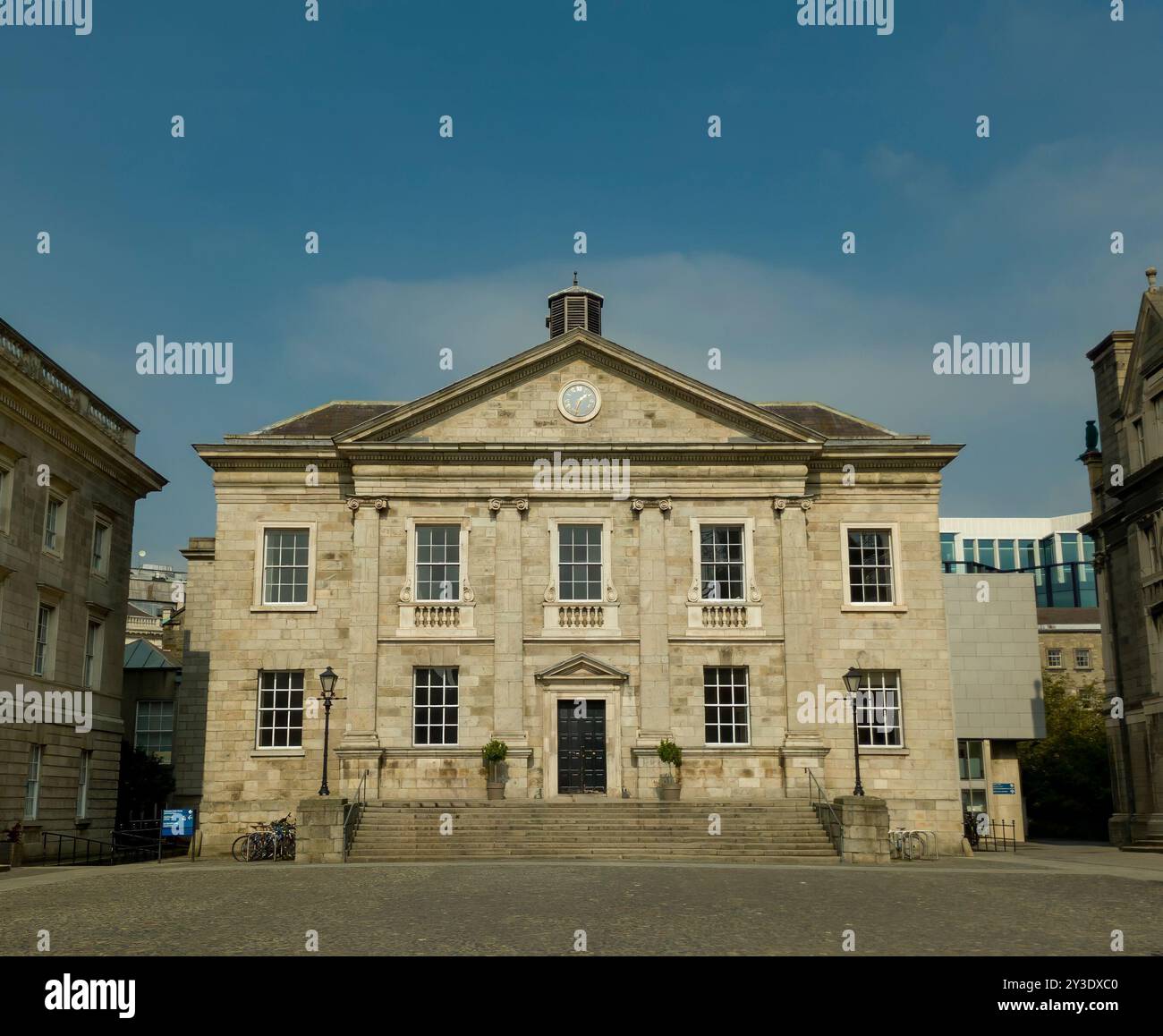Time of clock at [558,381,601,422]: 1:32
